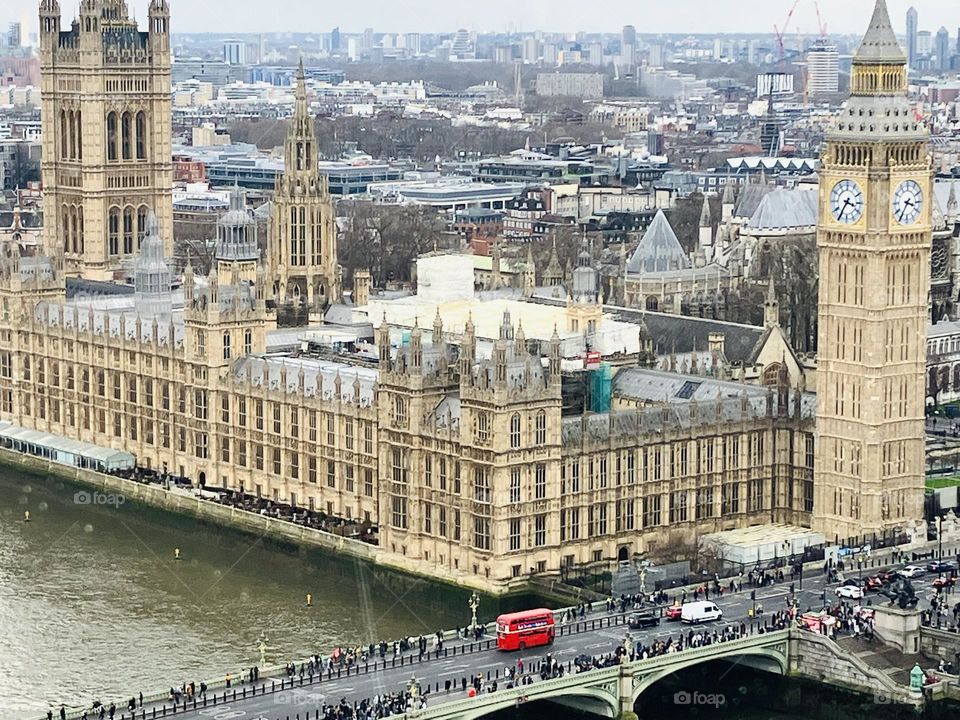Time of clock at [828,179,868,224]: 3:35
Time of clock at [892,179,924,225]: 3:35
